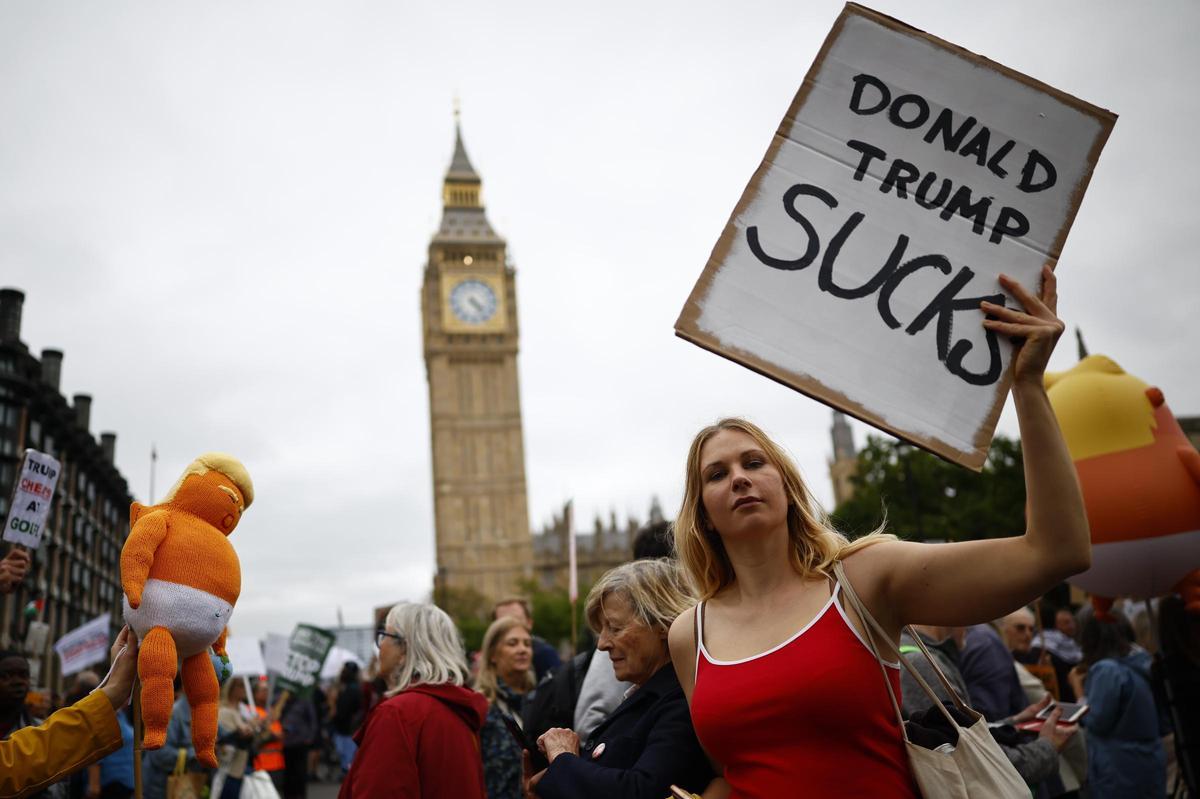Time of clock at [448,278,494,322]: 4:23
